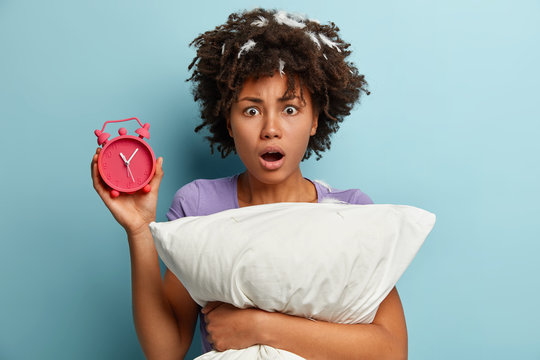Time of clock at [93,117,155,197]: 11:07
